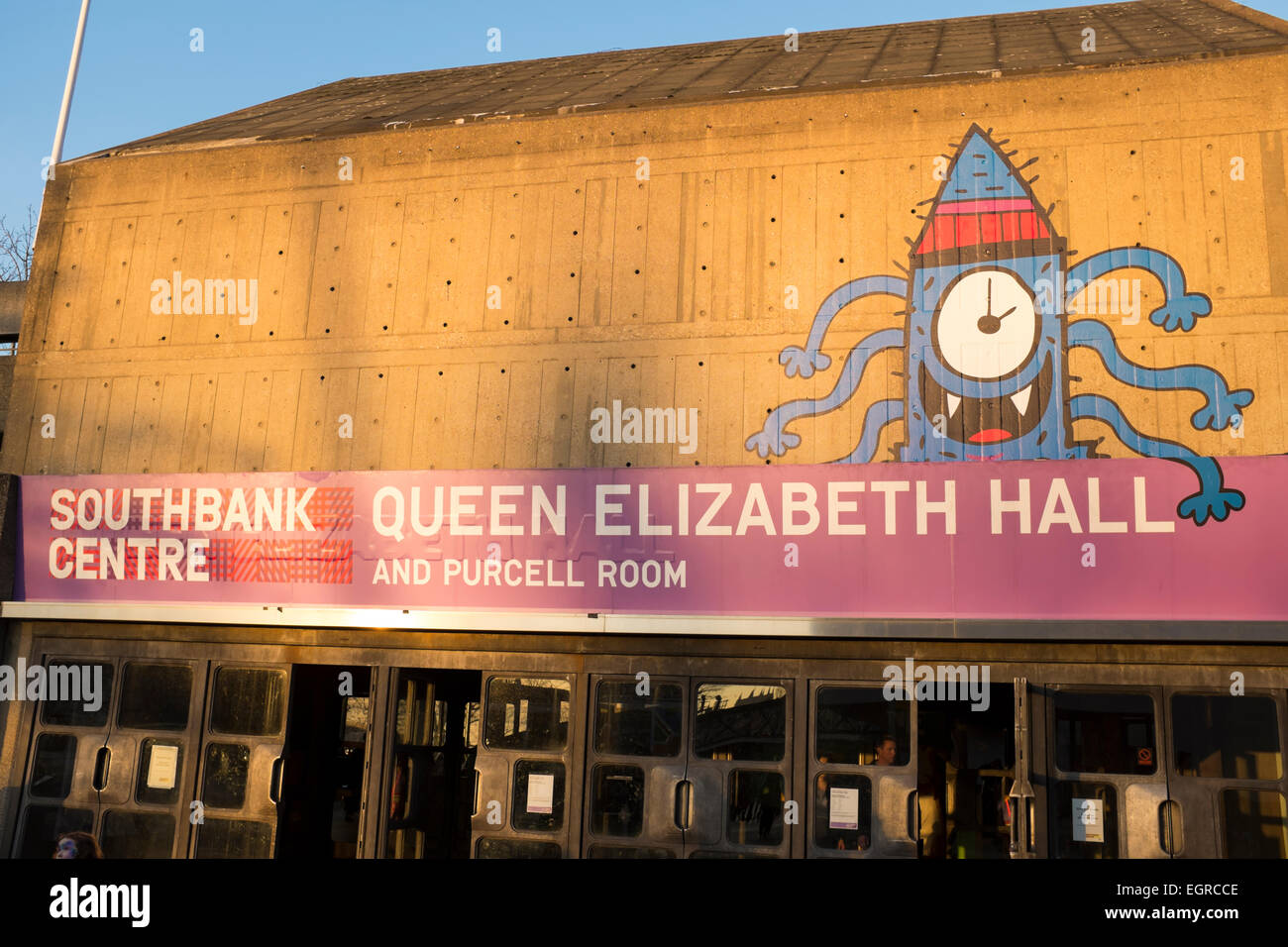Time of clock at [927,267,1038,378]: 2:00
